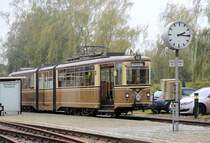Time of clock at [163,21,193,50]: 2:15
